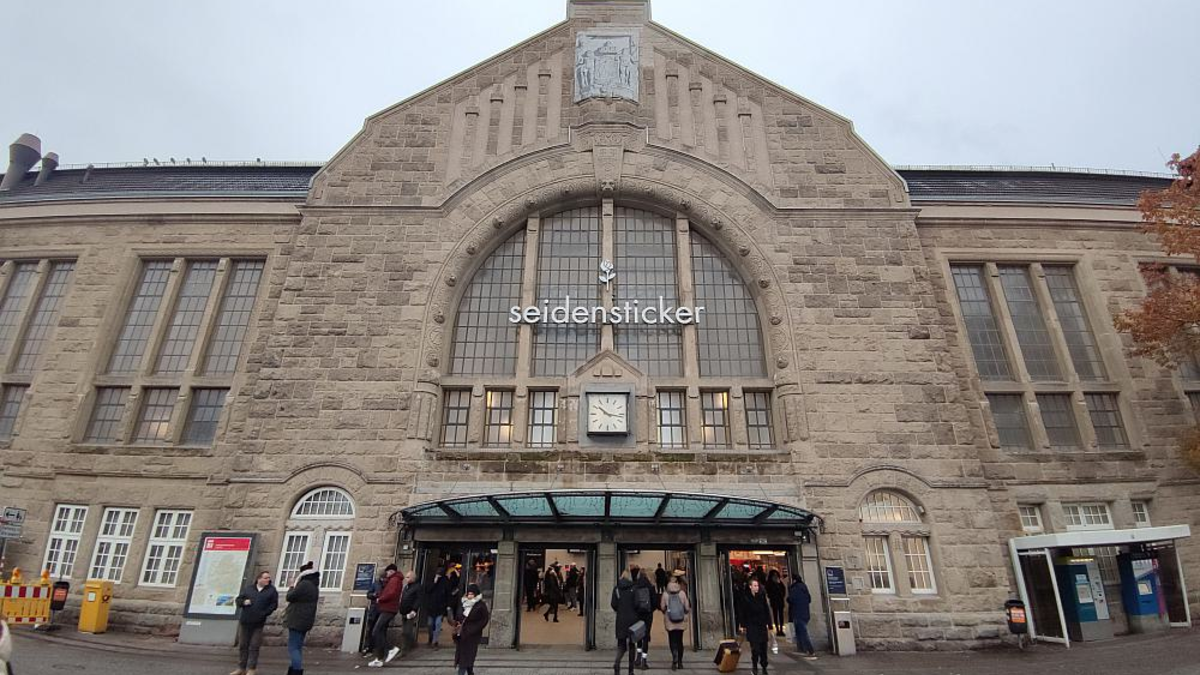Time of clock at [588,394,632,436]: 10:16
